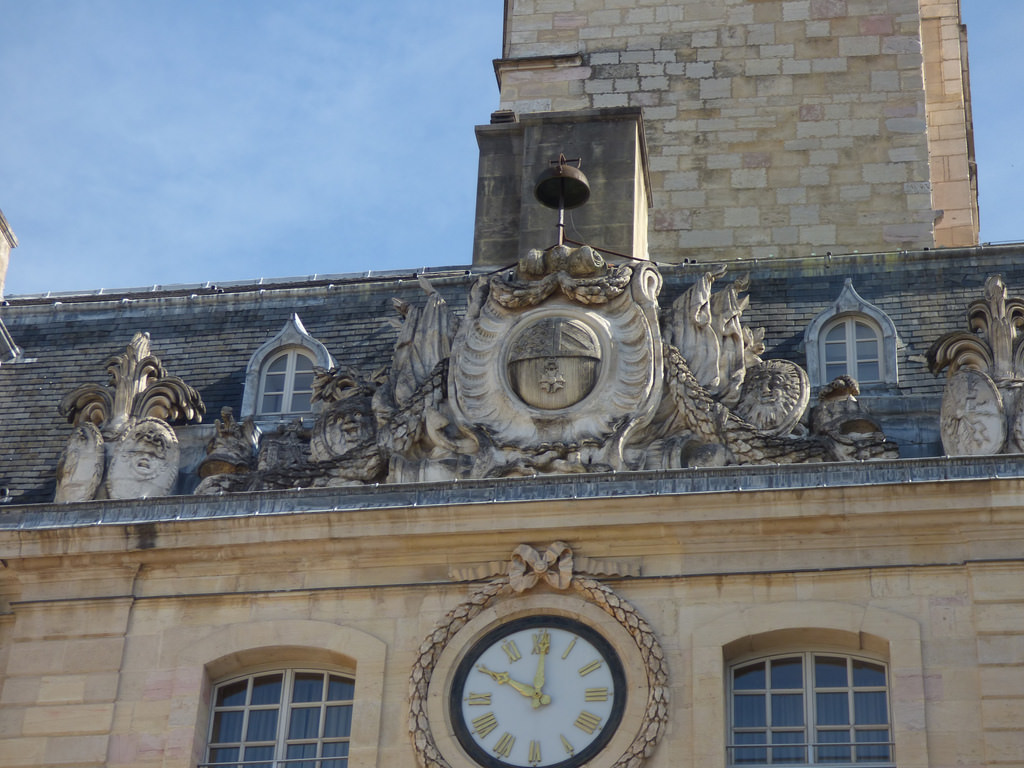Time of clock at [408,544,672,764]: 10:00
